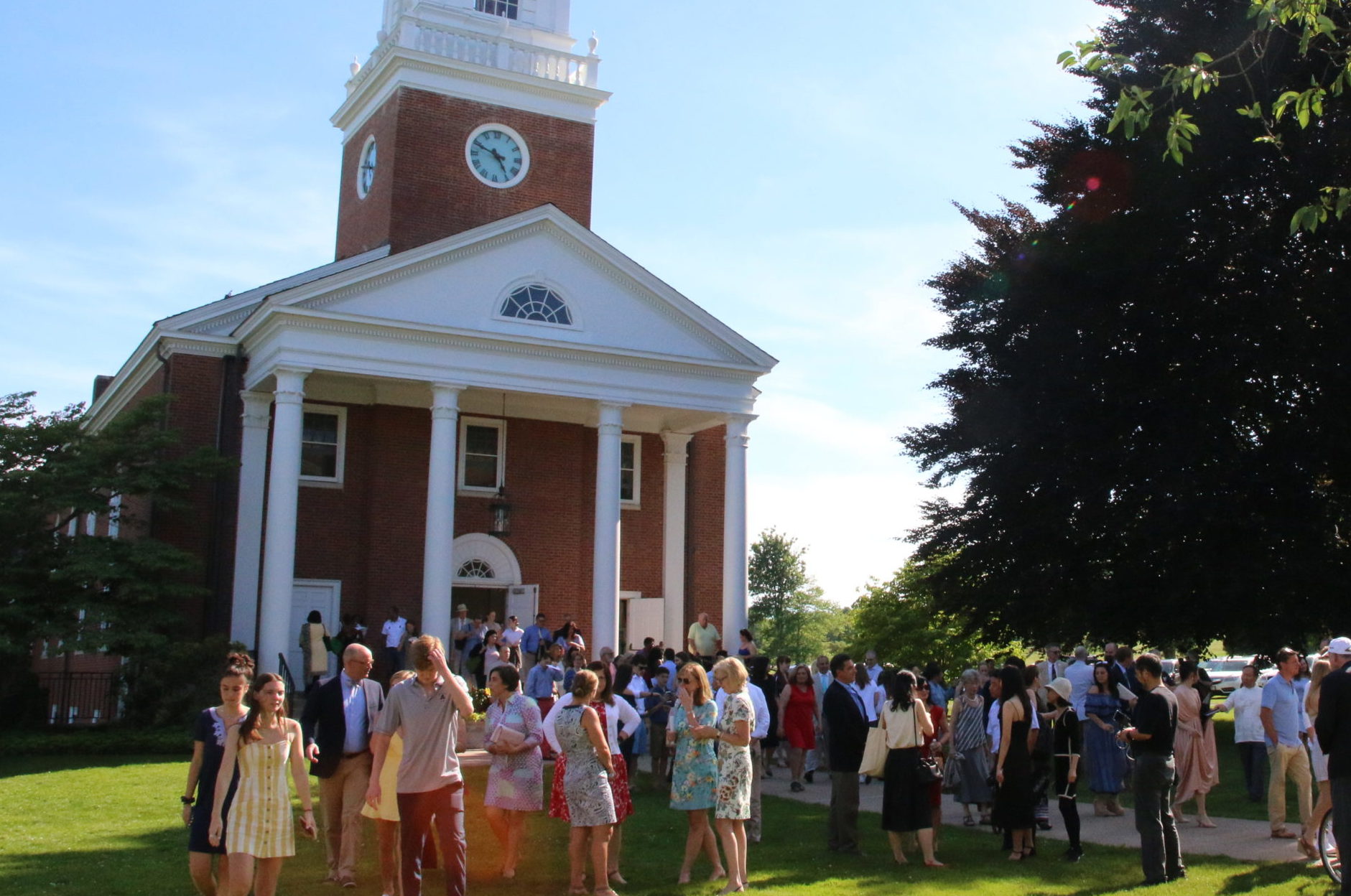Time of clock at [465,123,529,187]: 4:48
